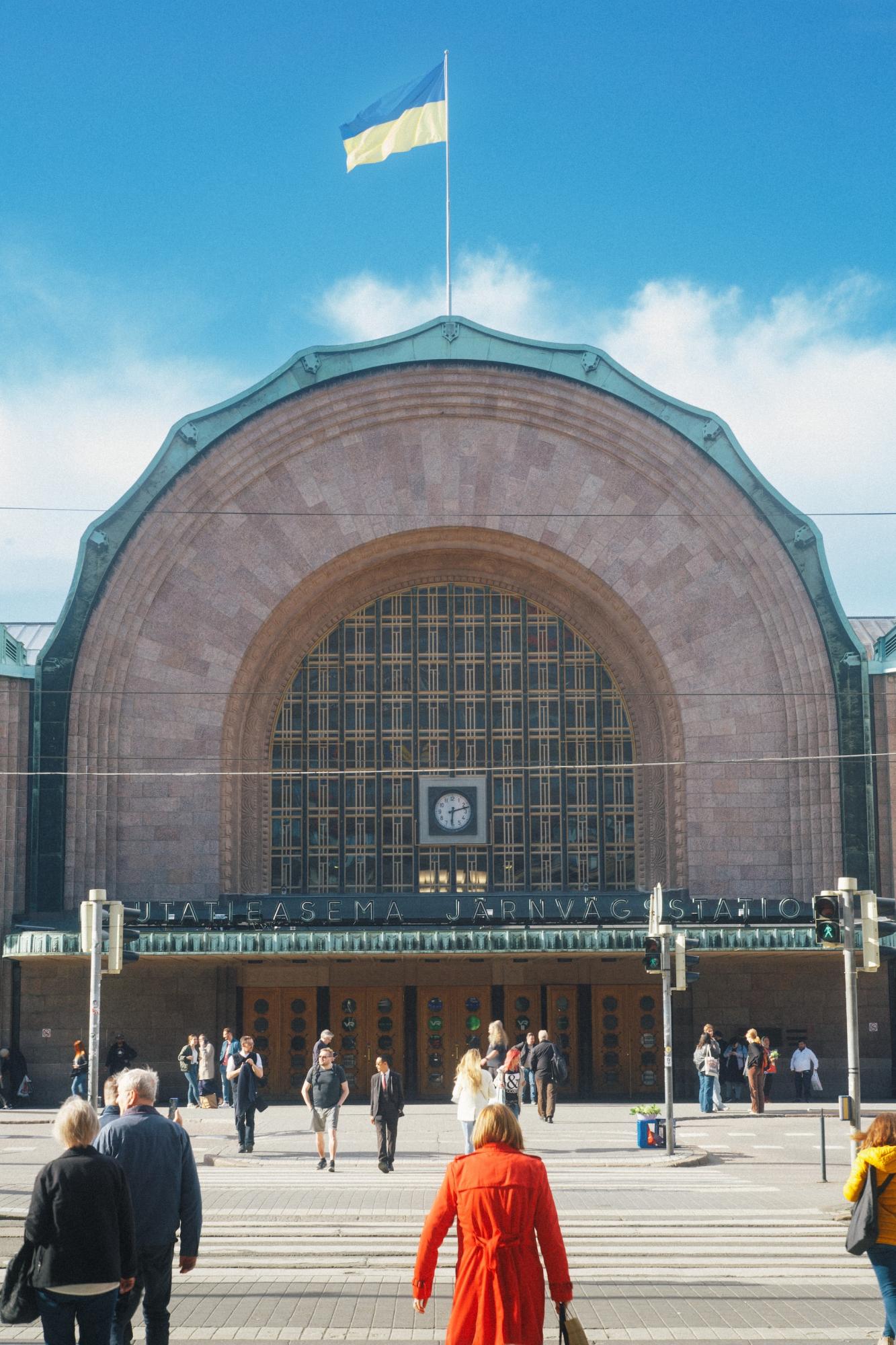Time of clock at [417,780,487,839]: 6:12
